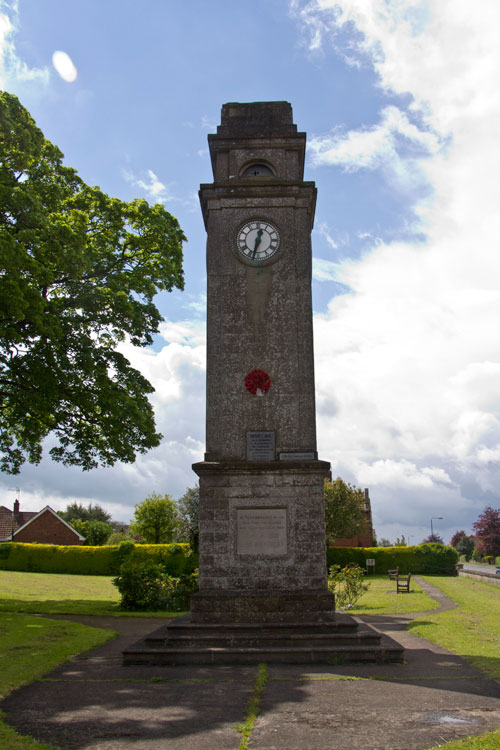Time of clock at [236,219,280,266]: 12:32
